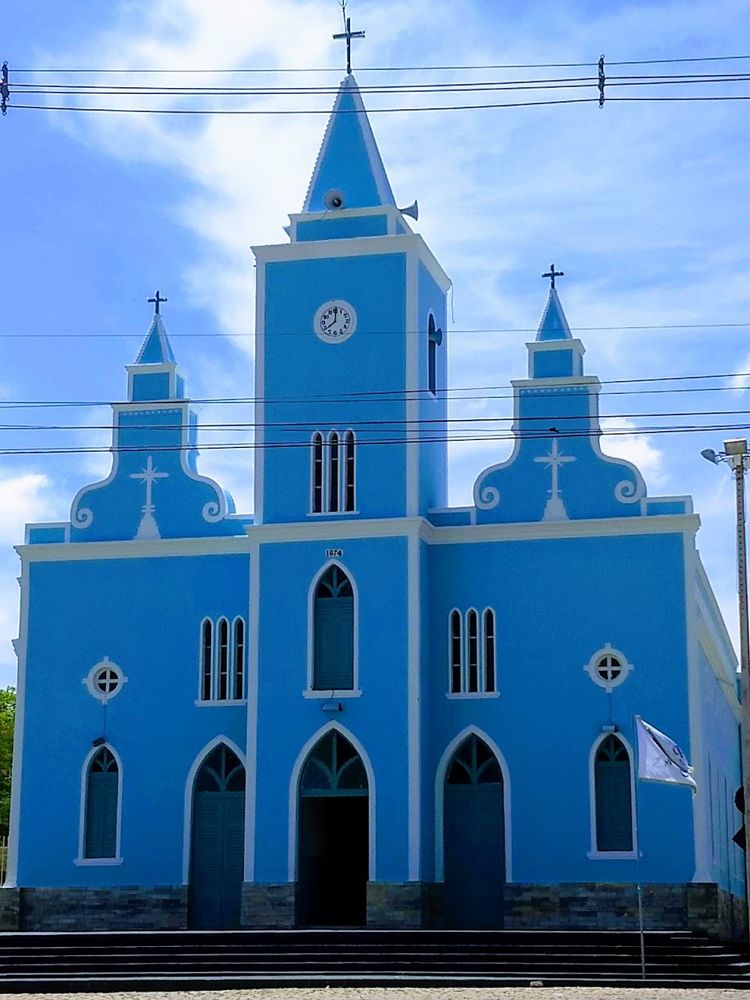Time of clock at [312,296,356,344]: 8:00
